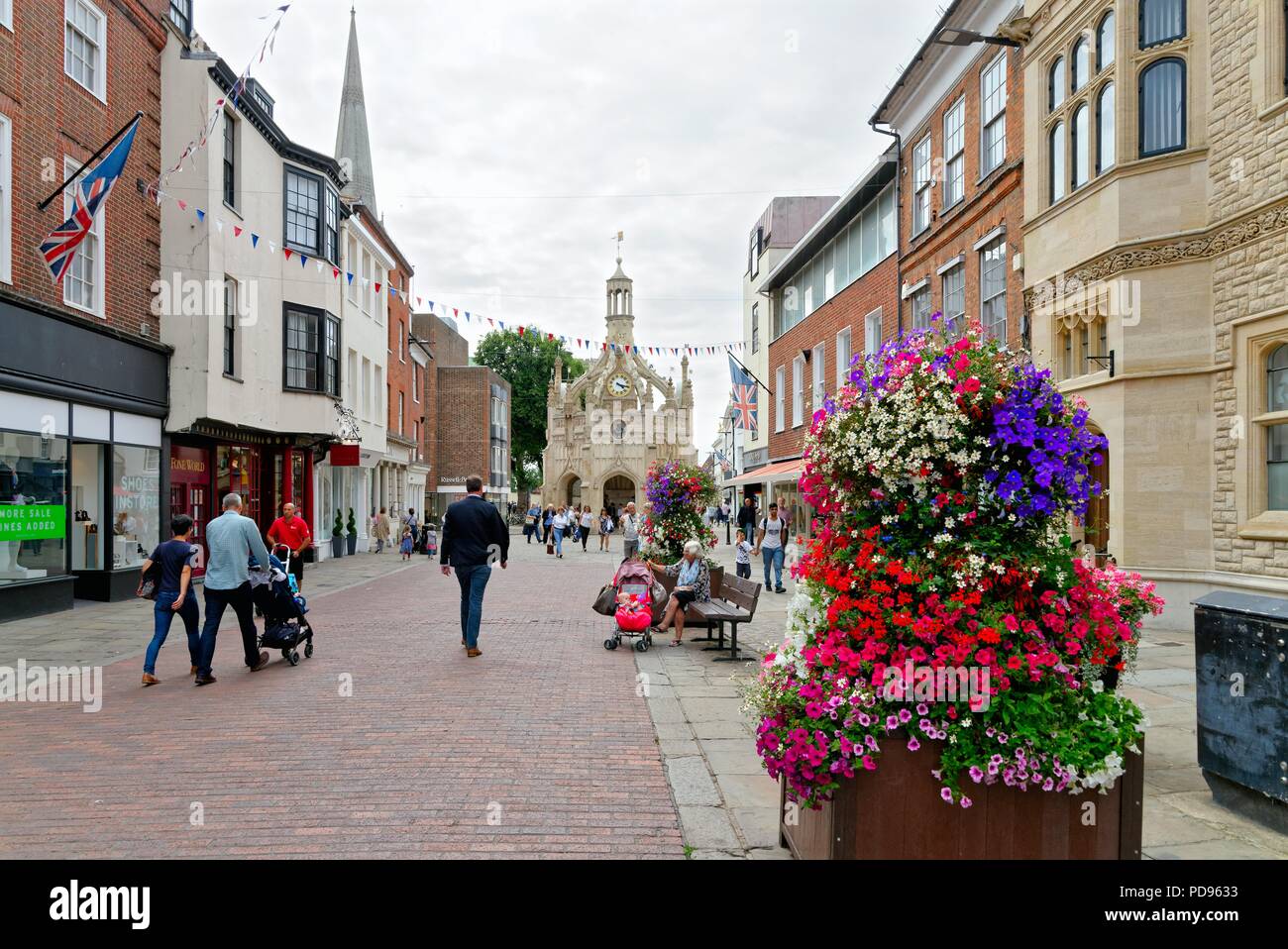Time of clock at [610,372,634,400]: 4:16
